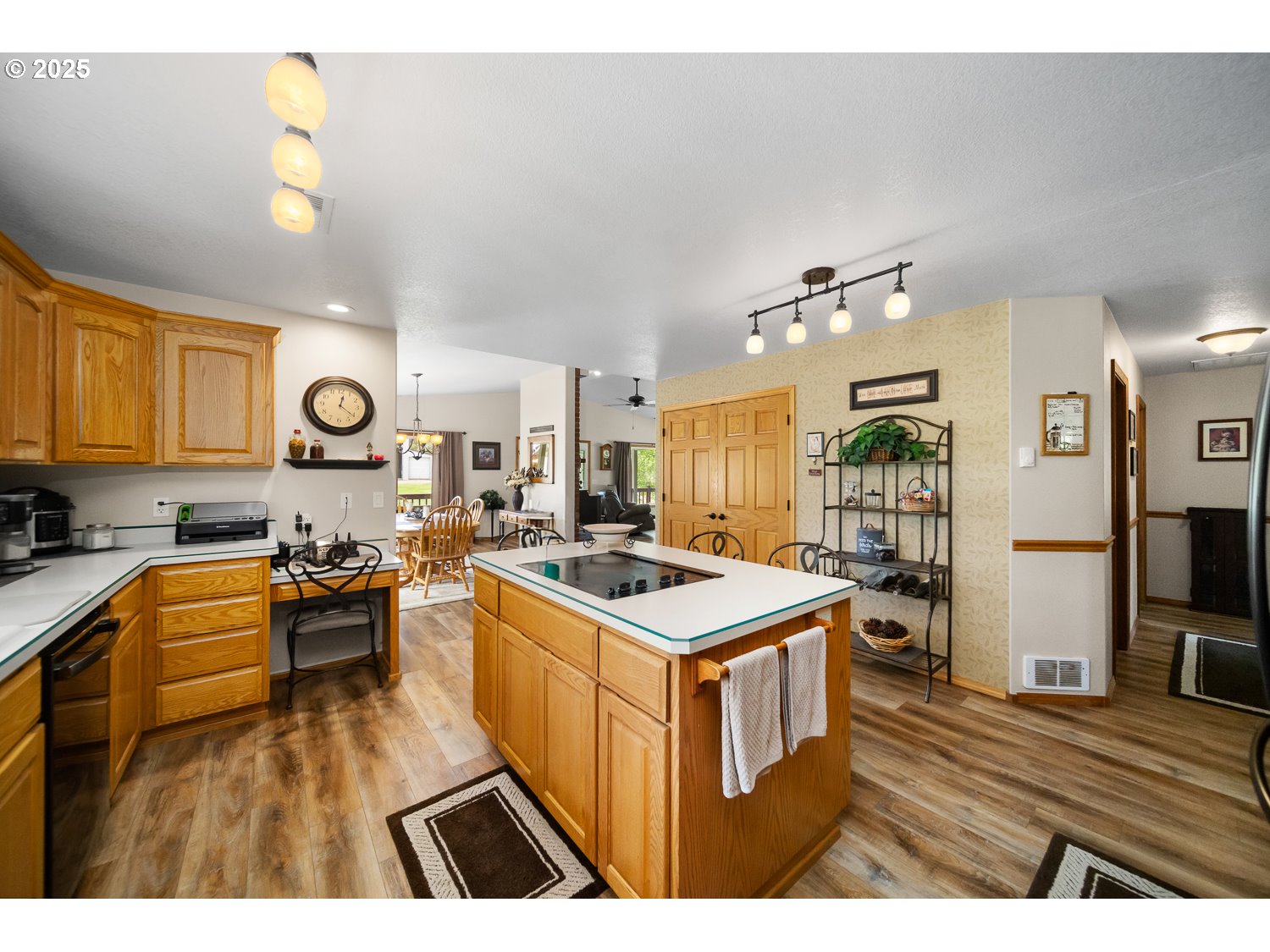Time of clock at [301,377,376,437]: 12:21
